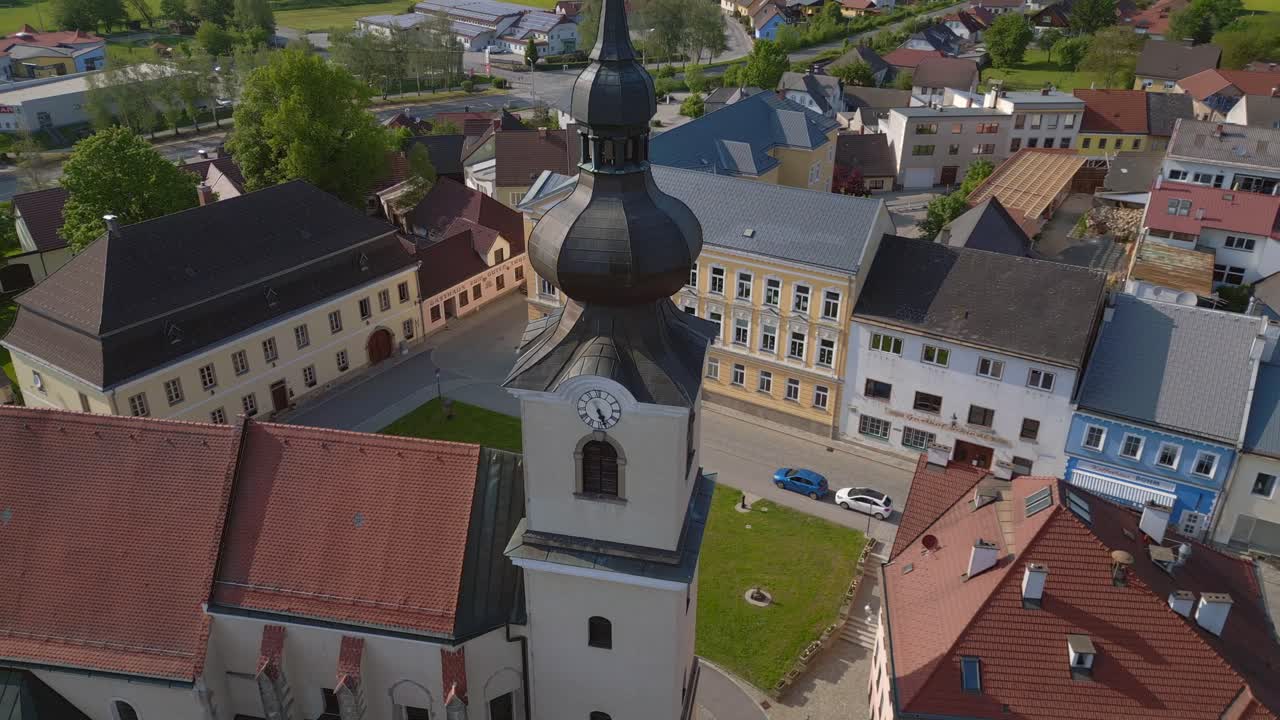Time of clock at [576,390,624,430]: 5:26
